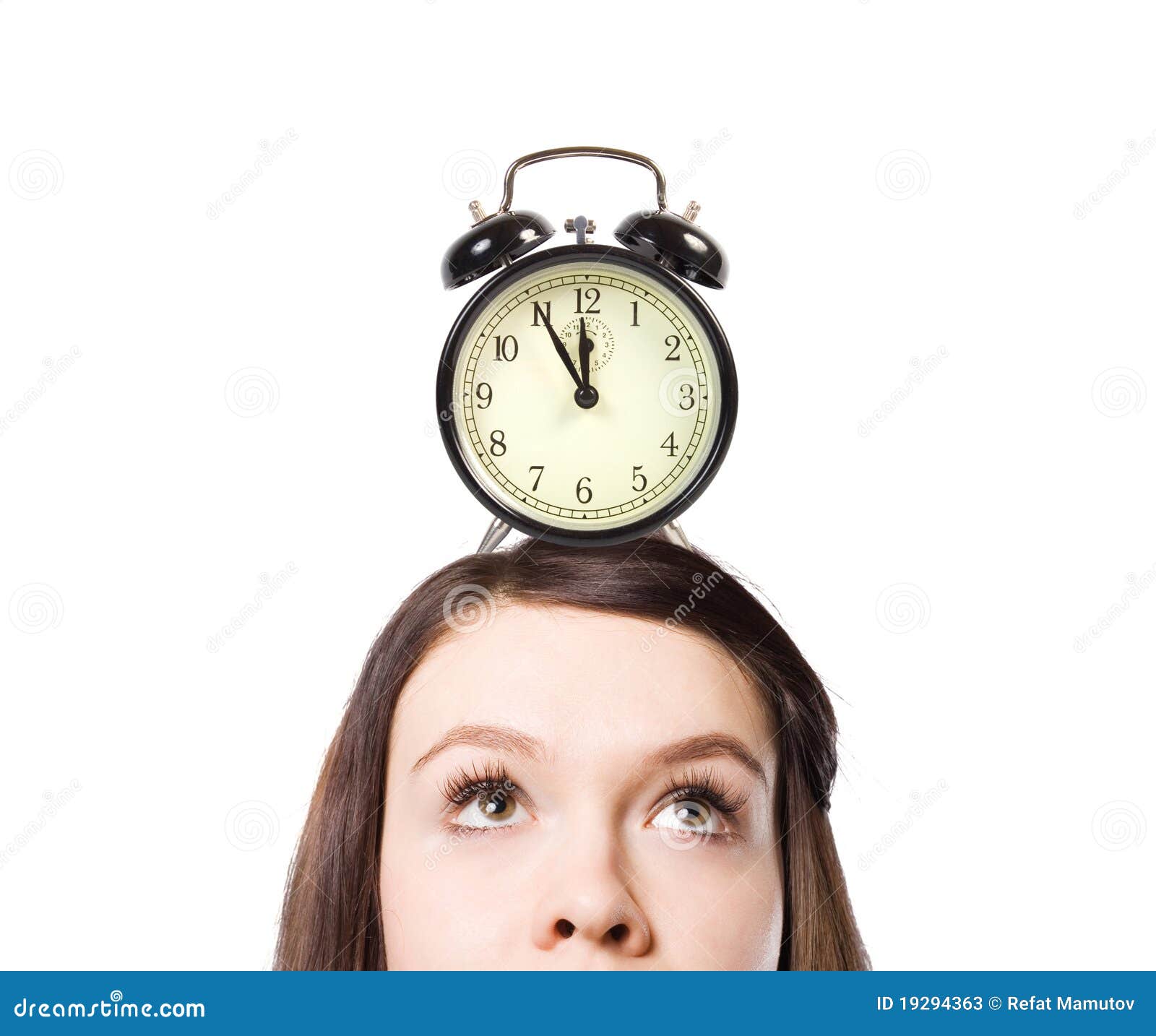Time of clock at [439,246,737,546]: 11:55
